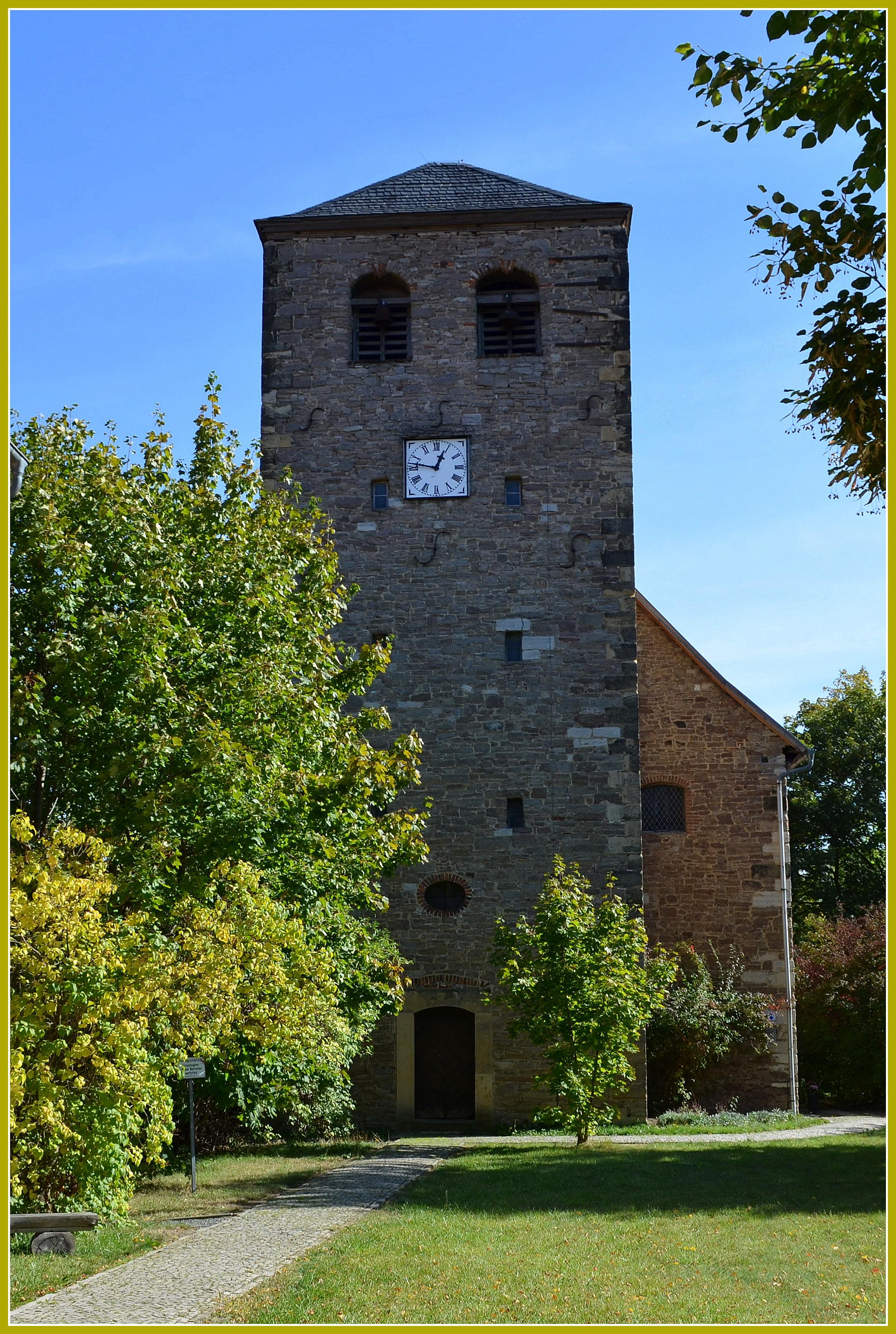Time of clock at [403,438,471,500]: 12:46
